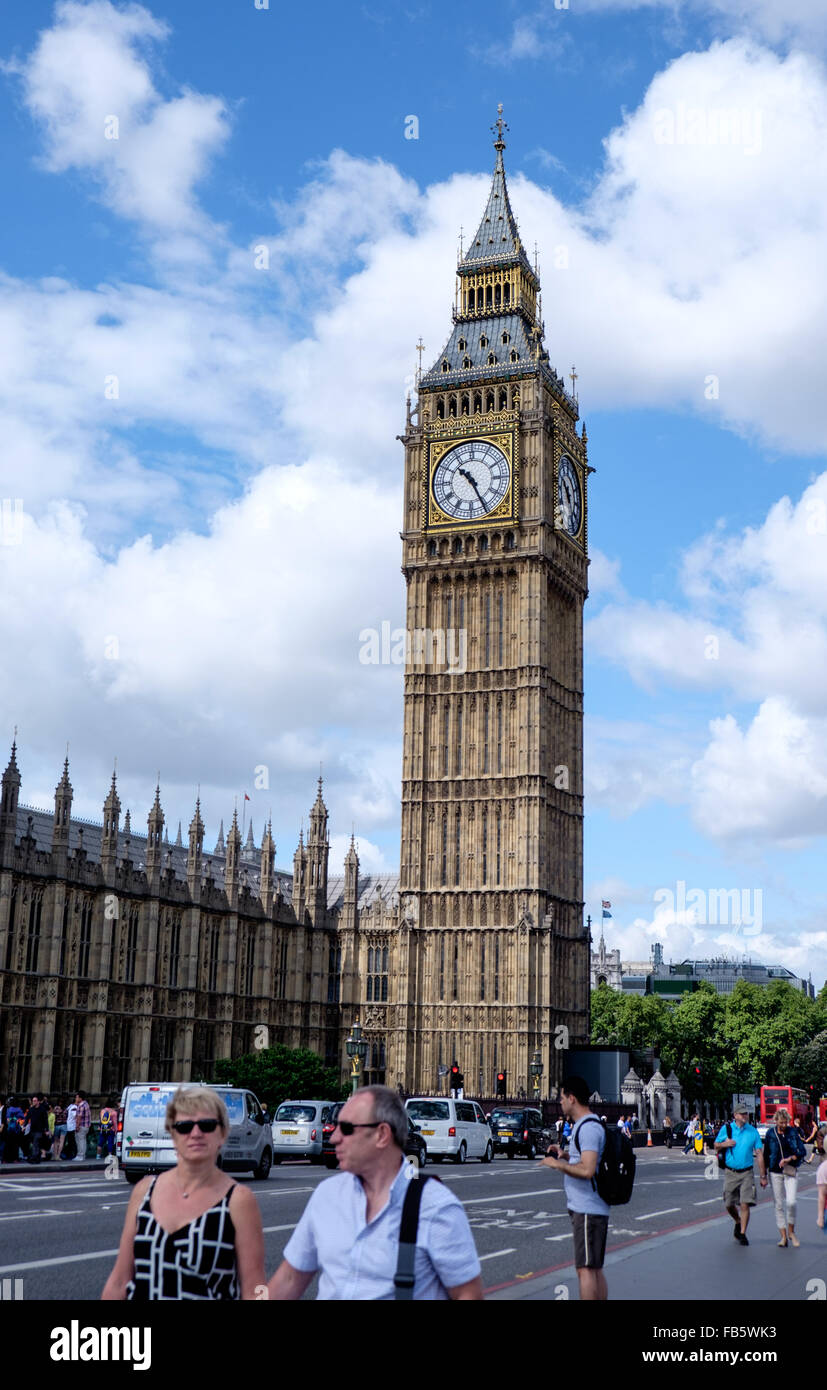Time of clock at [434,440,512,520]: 10:25
